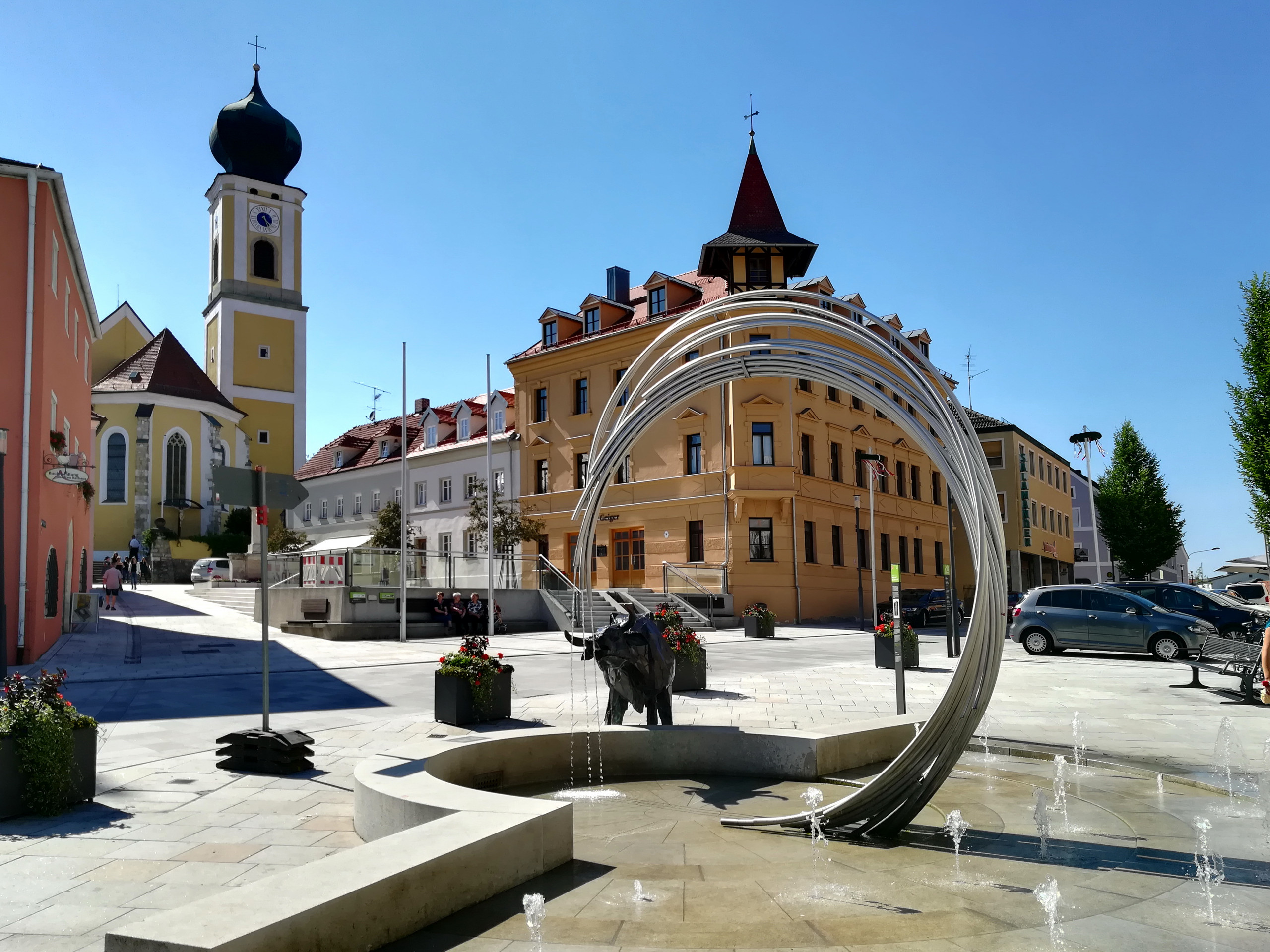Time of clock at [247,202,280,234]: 4:26
